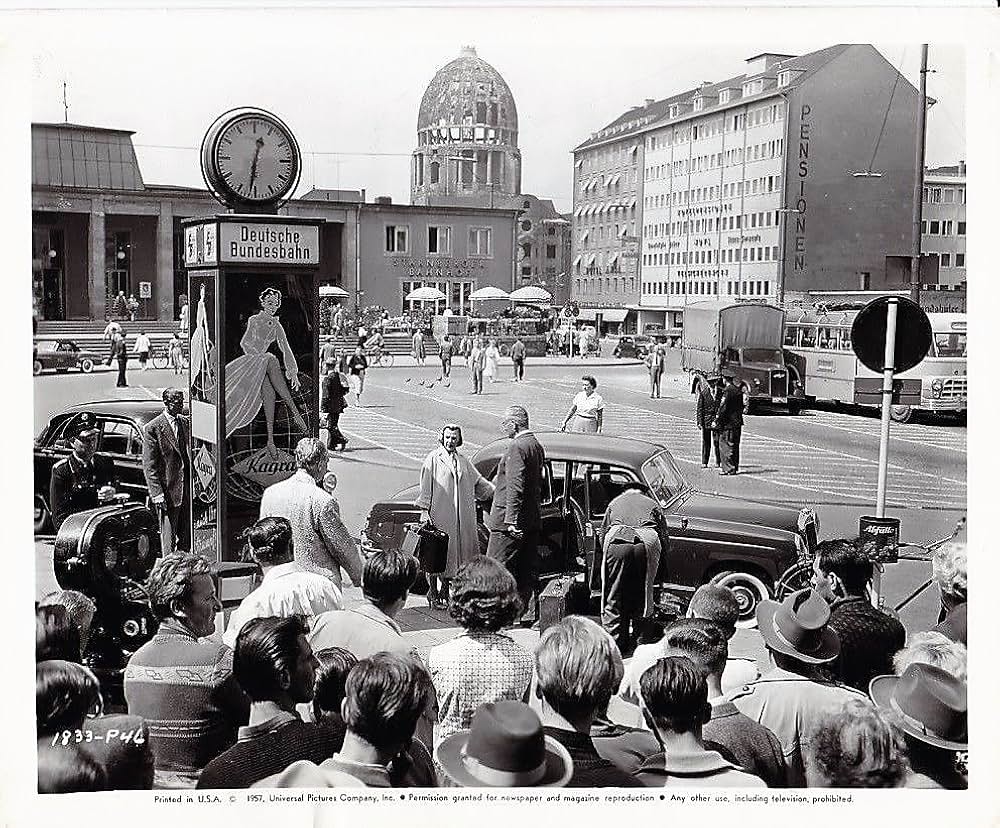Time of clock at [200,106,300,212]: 12:31
